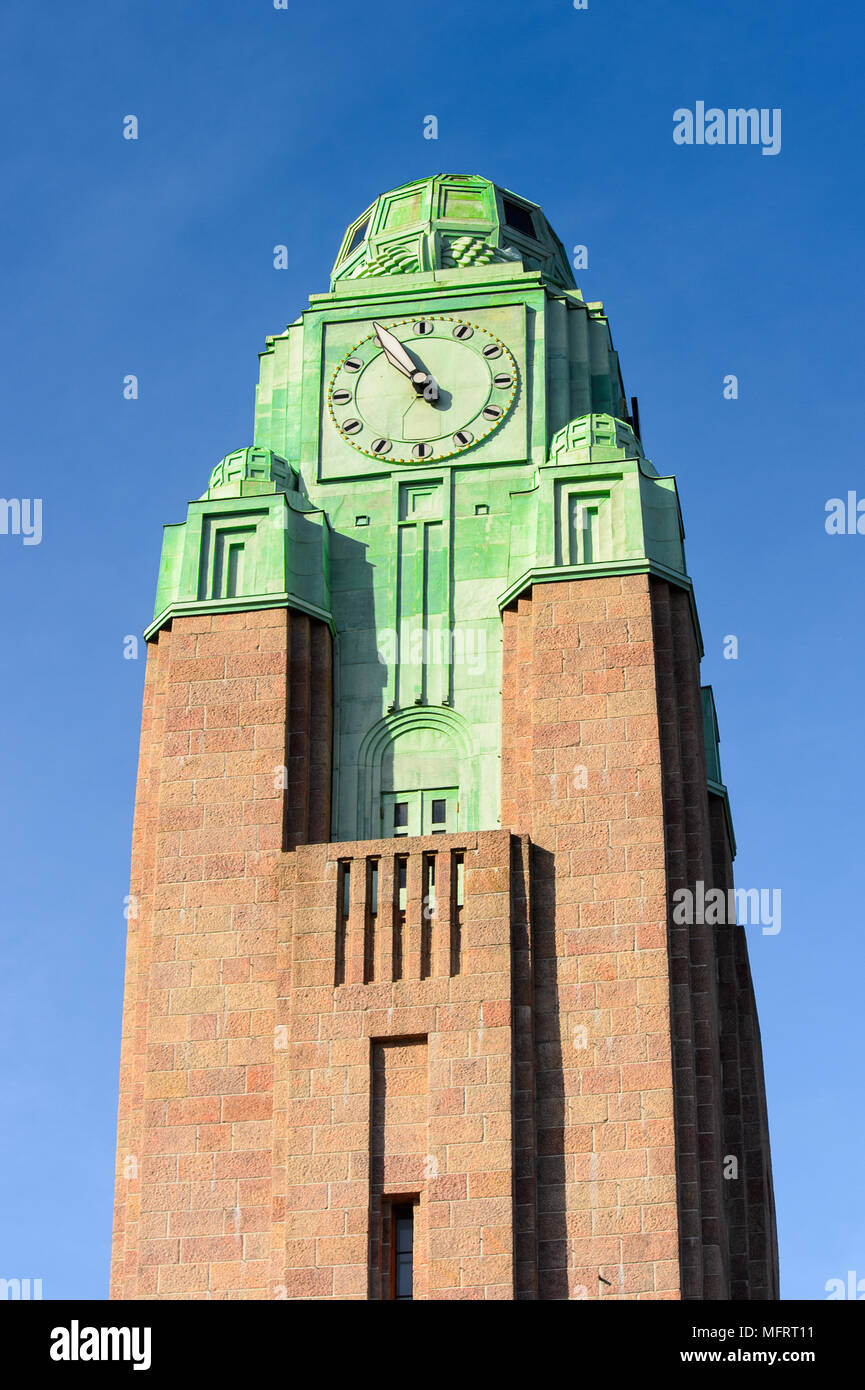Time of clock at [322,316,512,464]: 10:56
